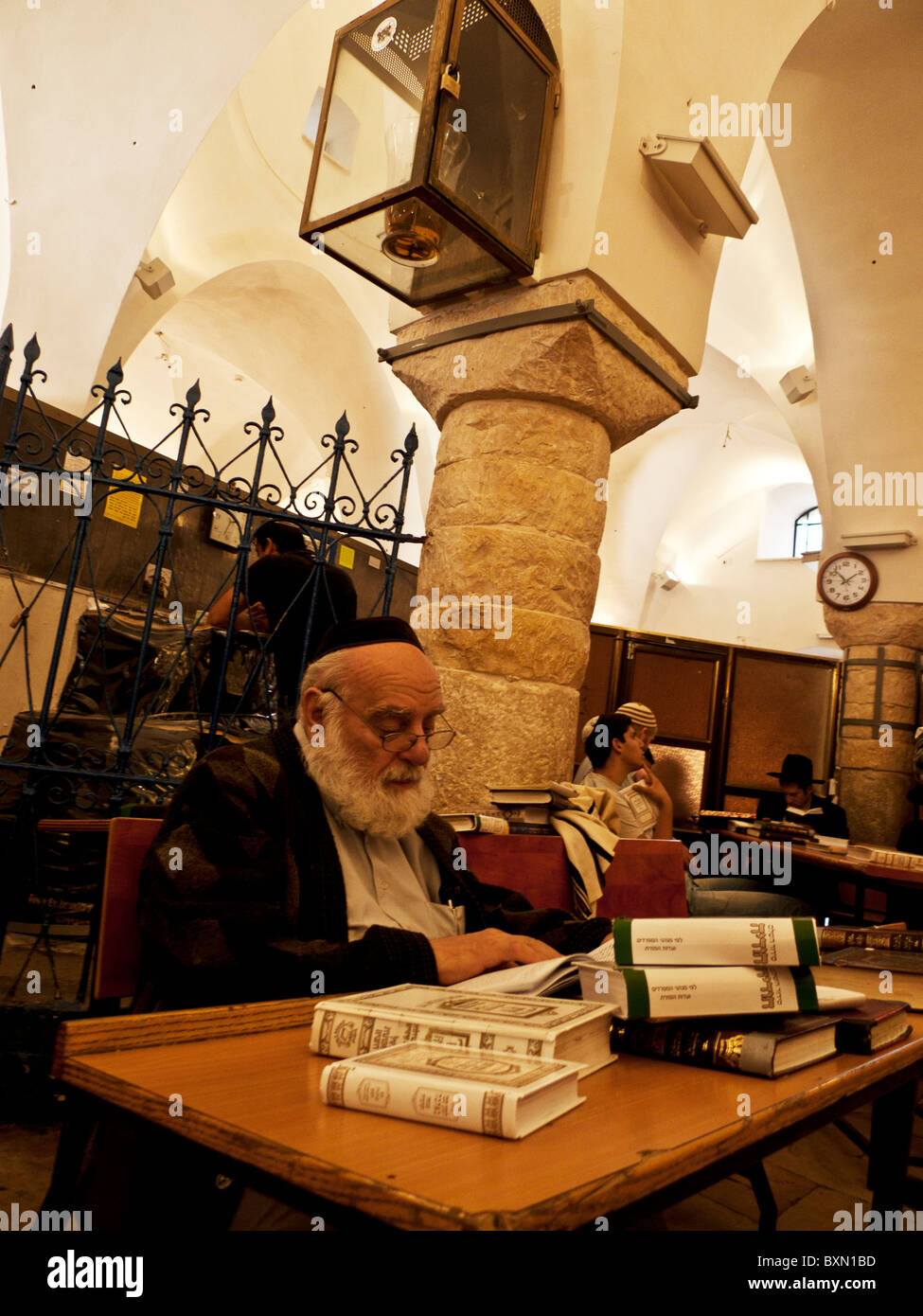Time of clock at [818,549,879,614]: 1:52
